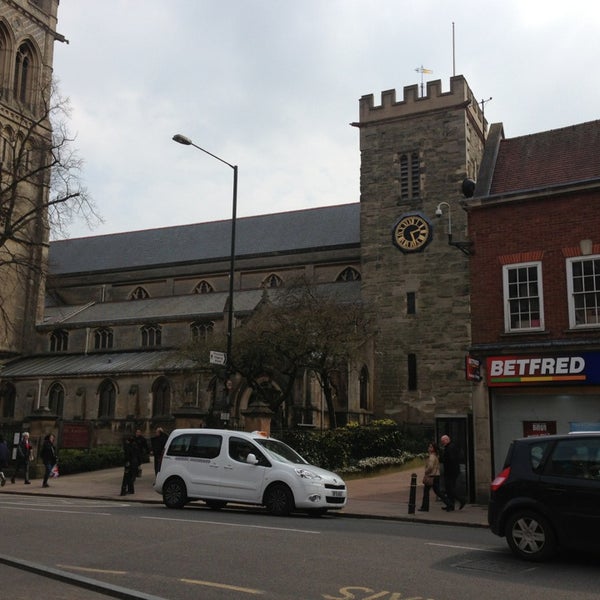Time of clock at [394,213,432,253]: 2:25
